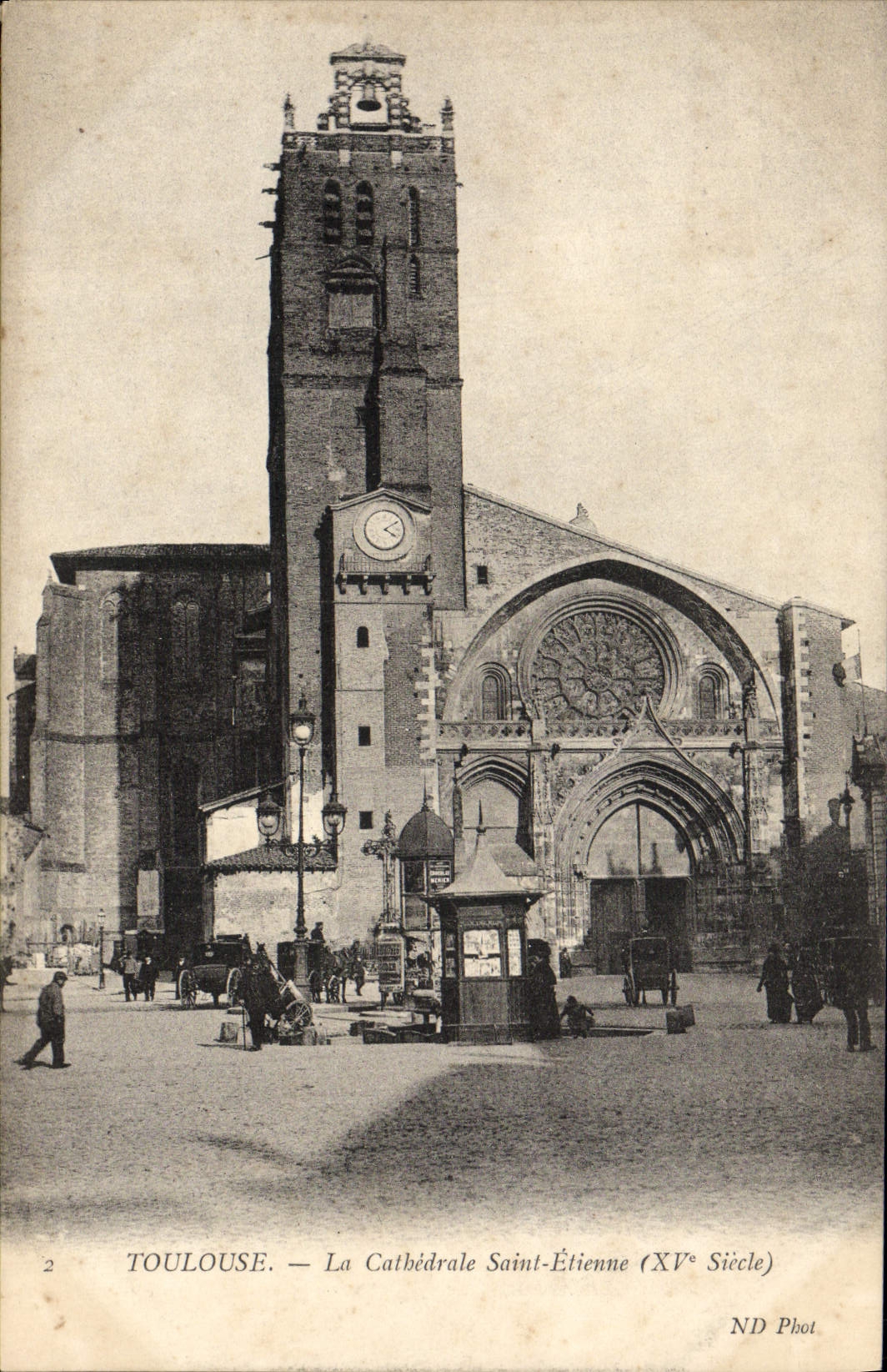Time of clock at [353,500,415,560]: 4:09
